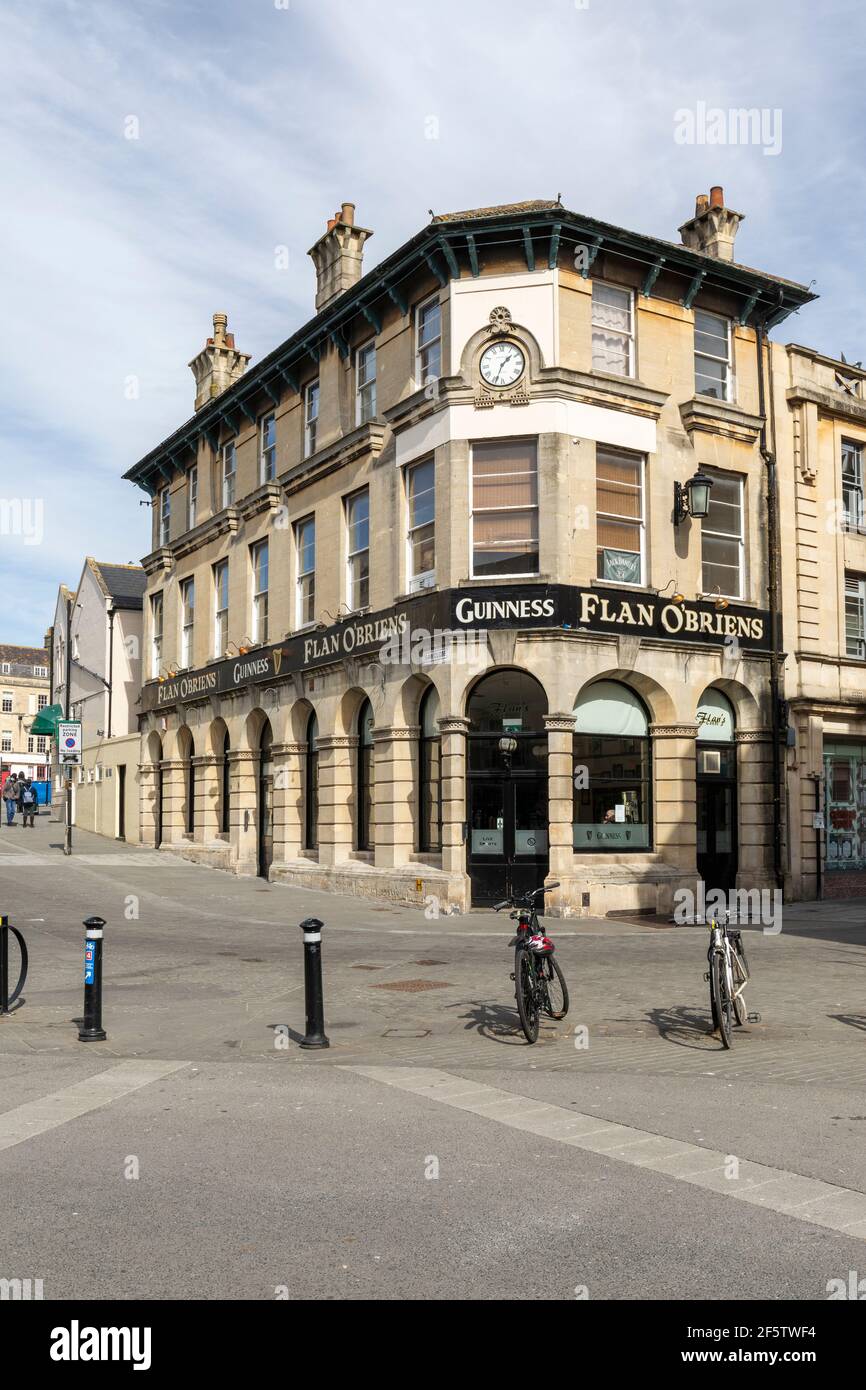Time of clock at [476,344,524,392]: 1:33
